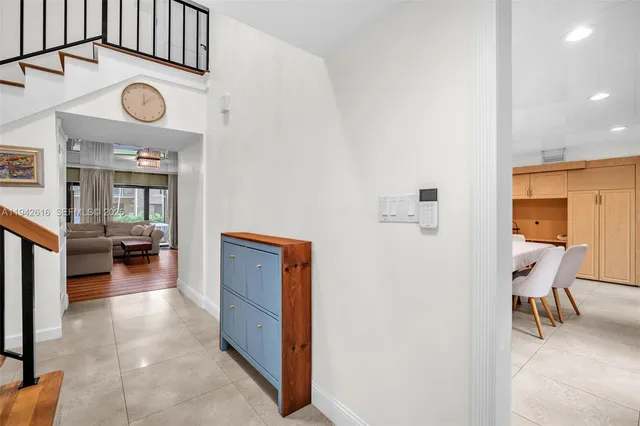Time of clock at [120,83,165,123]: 12:07
